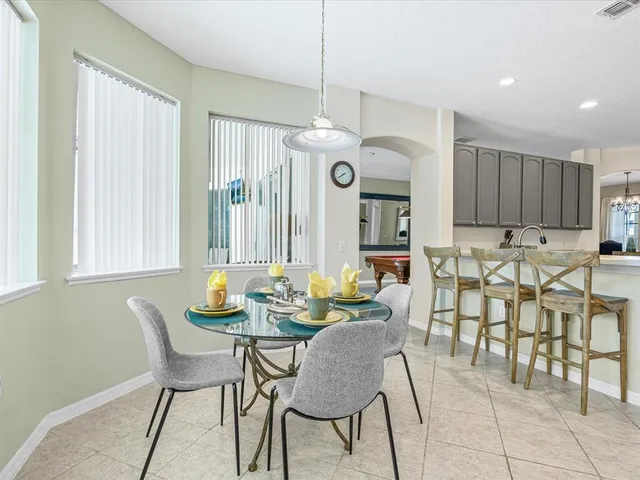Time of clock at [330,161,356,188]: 7:39
